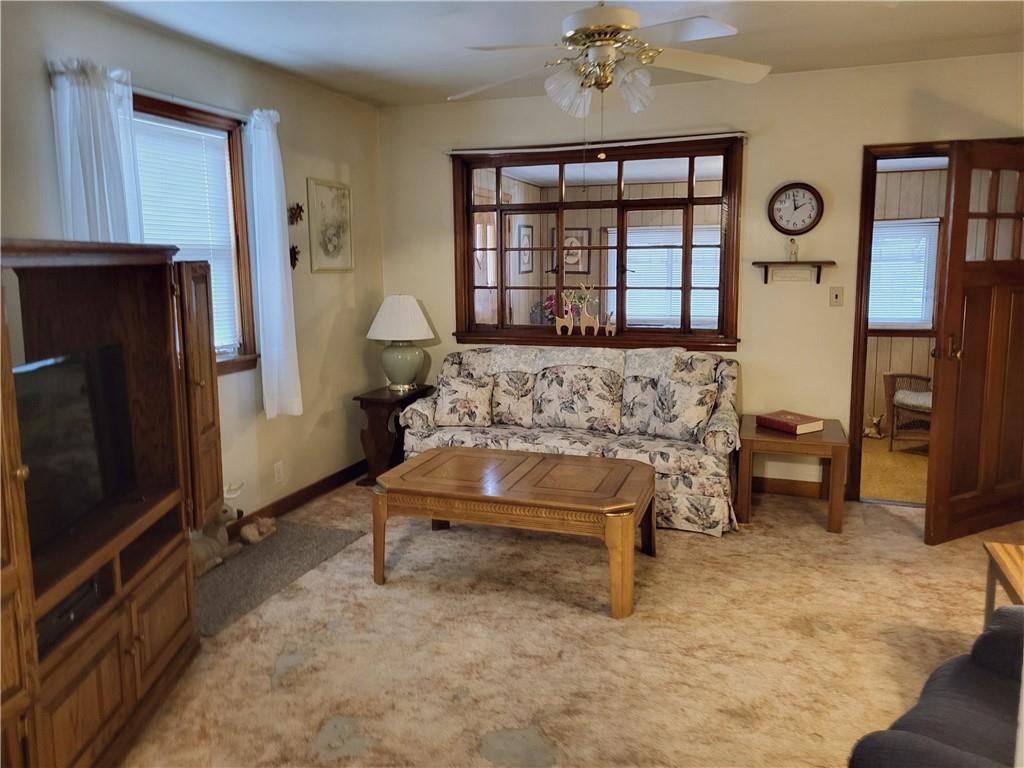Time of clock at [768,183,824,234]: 1:59
